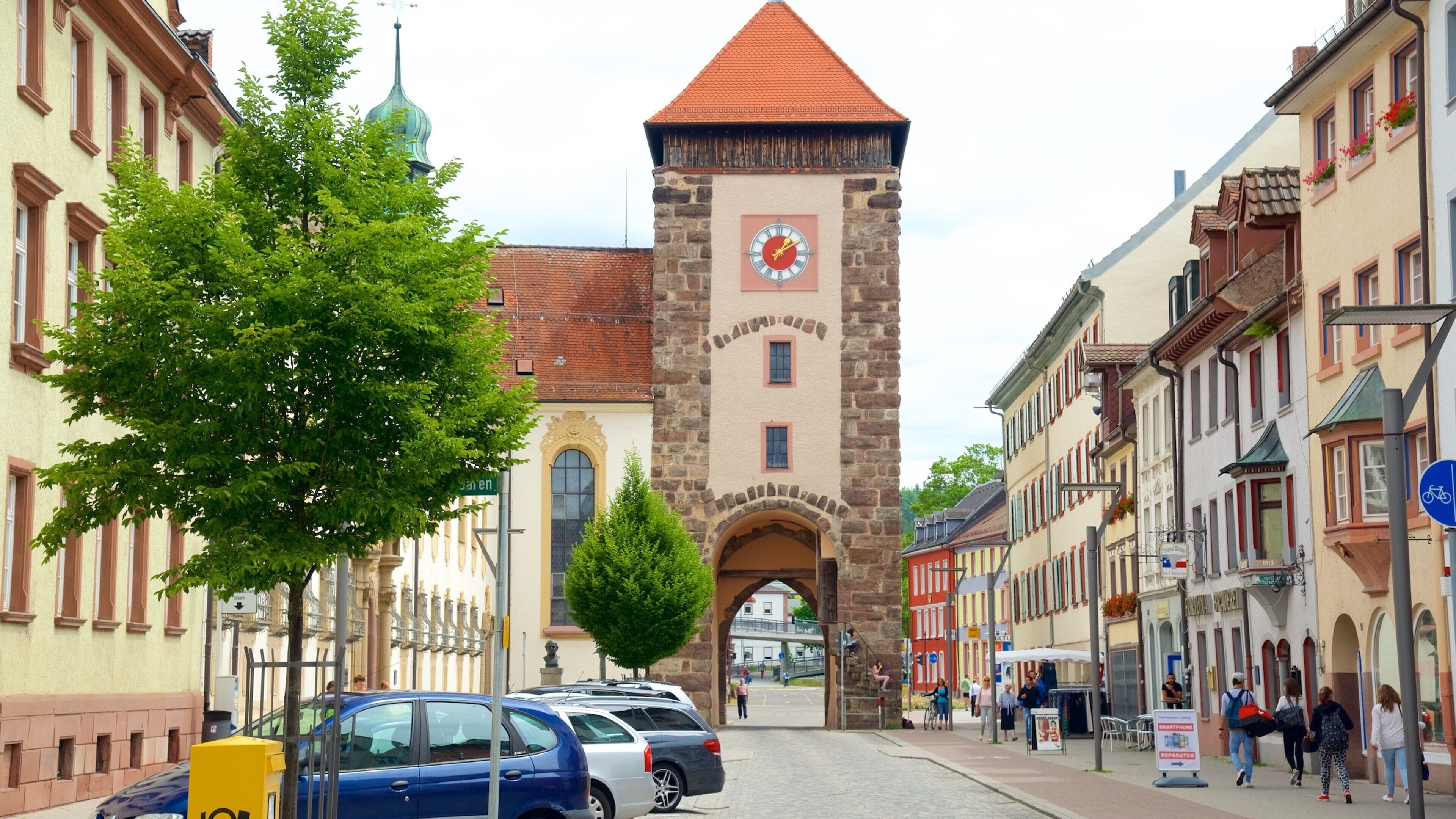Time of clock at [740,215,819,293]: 1:09
